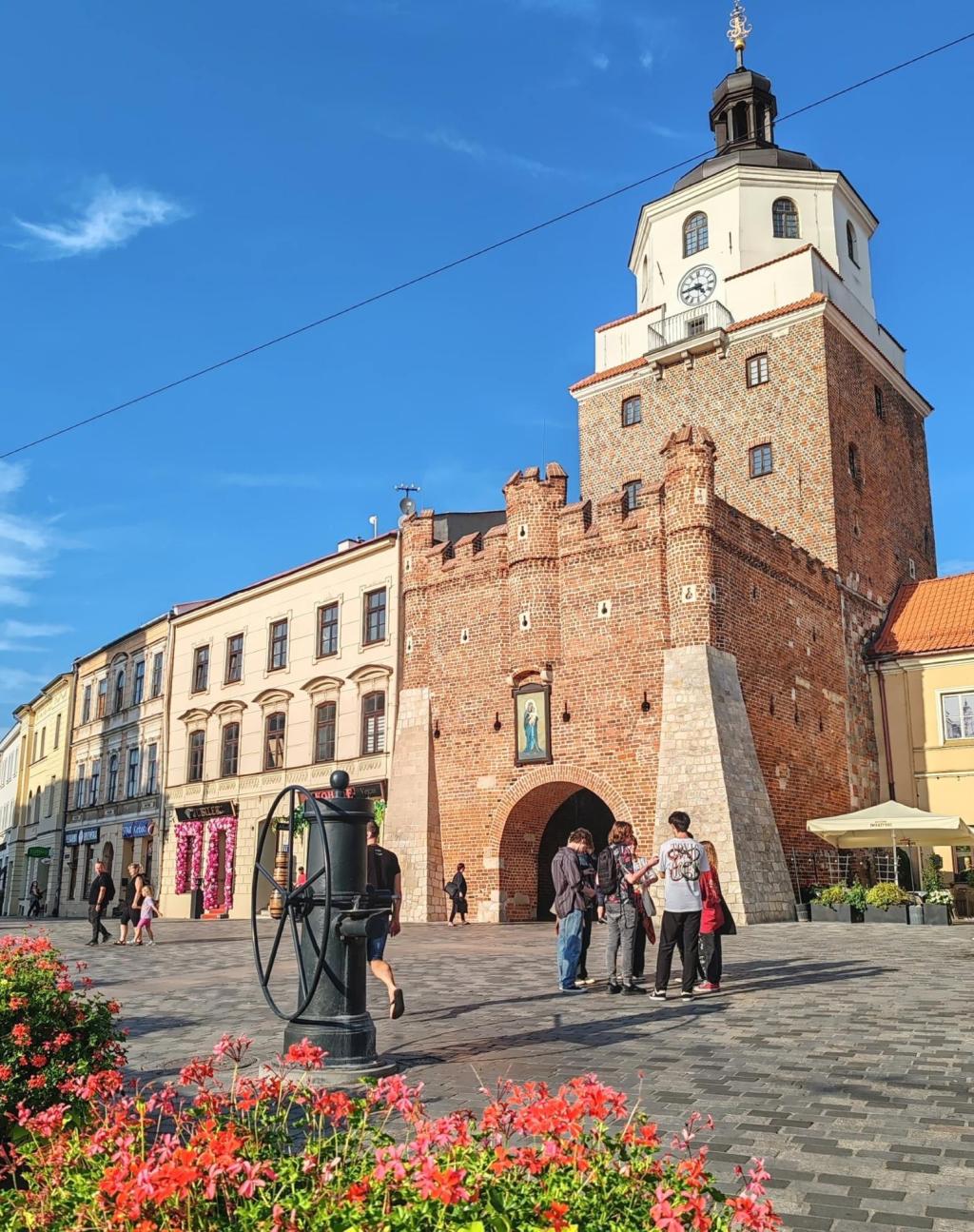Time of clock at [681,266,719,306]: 4:44
